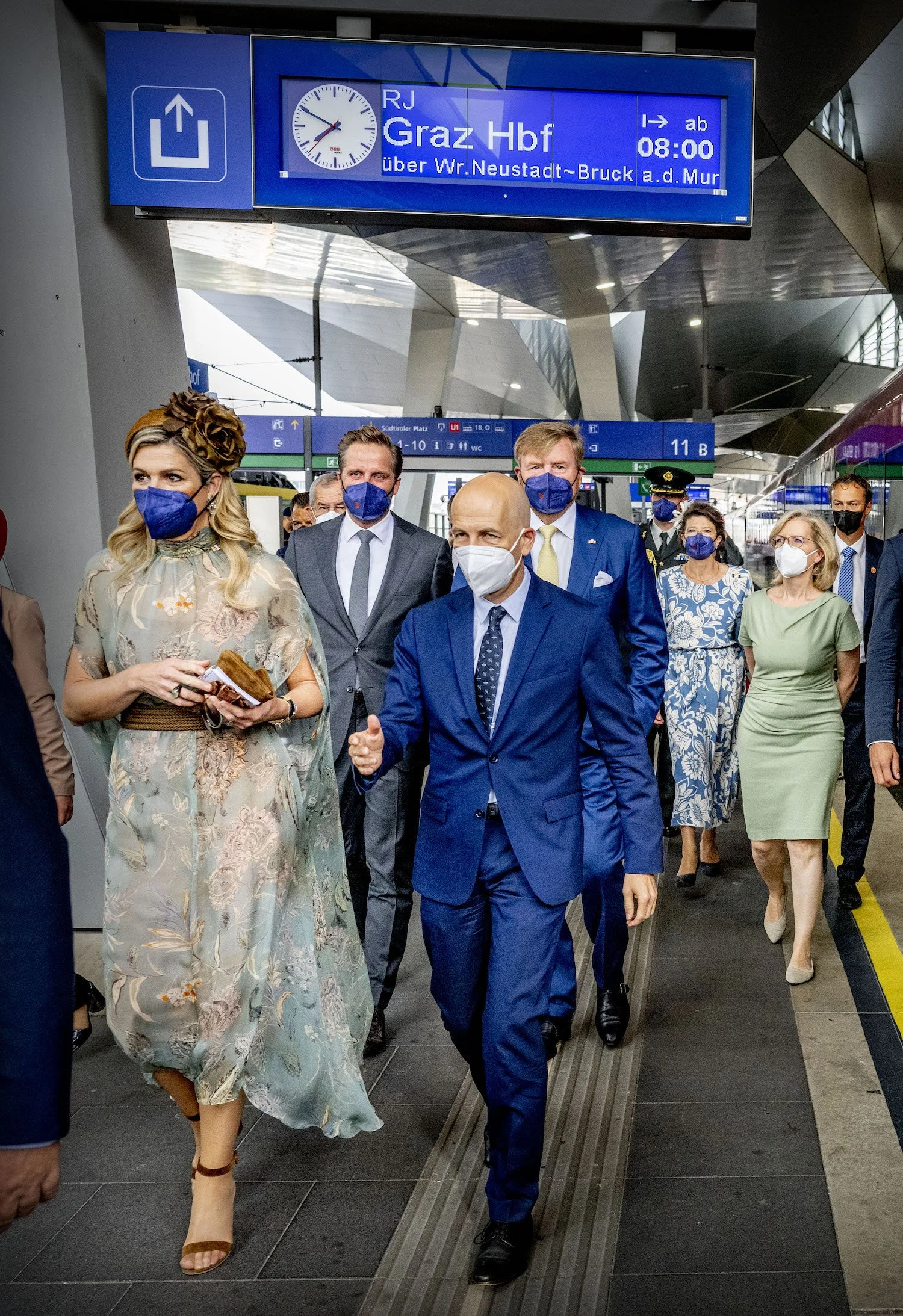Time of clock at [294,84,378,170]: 7:49
